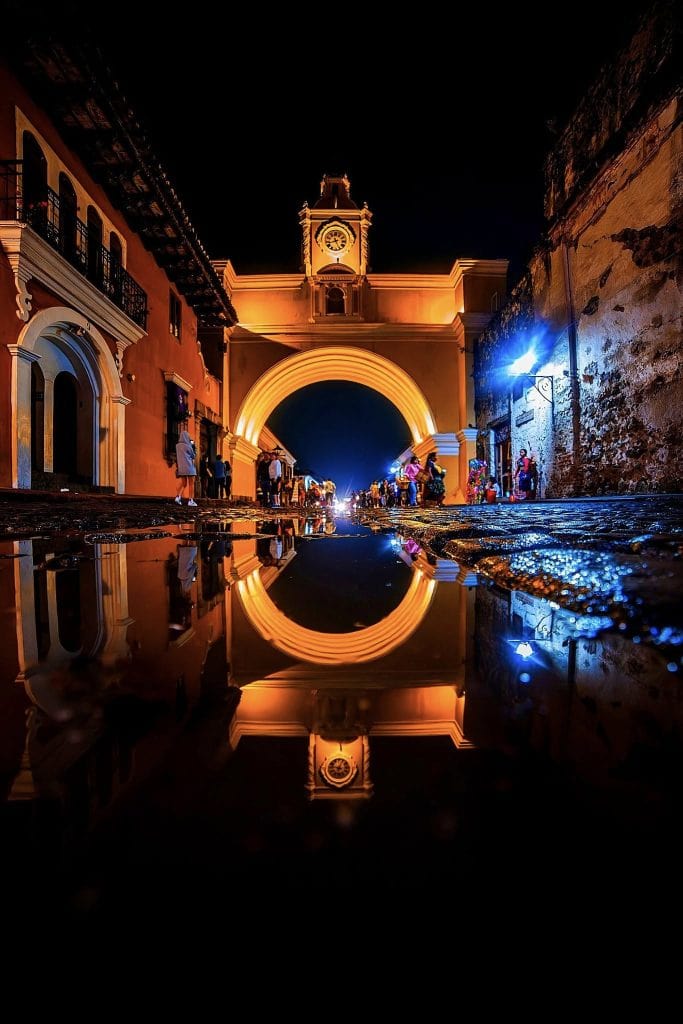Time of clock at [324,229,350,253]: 8:26
